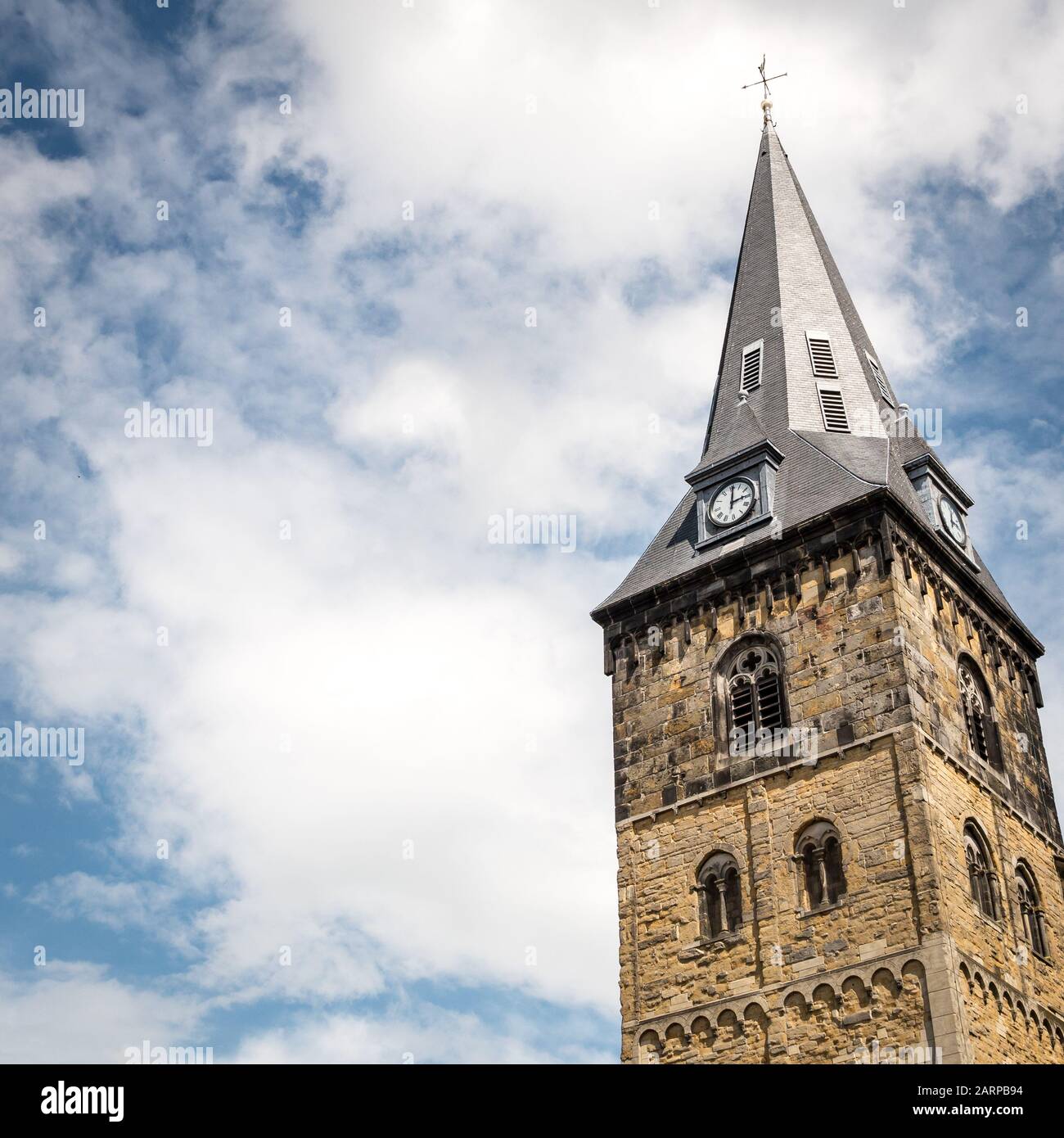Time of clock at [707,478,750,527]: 3:01
